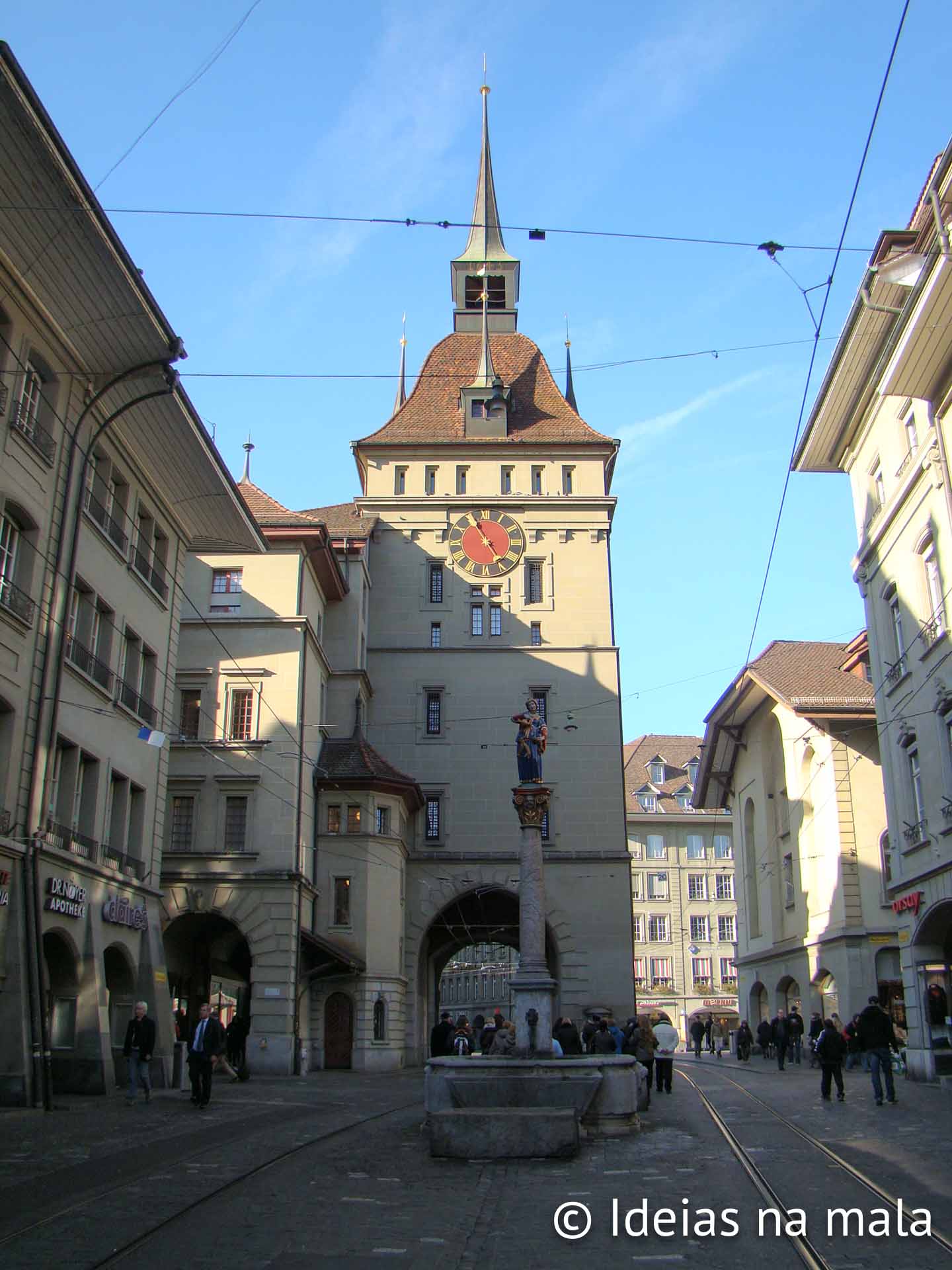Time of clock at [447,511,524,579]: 4:55
